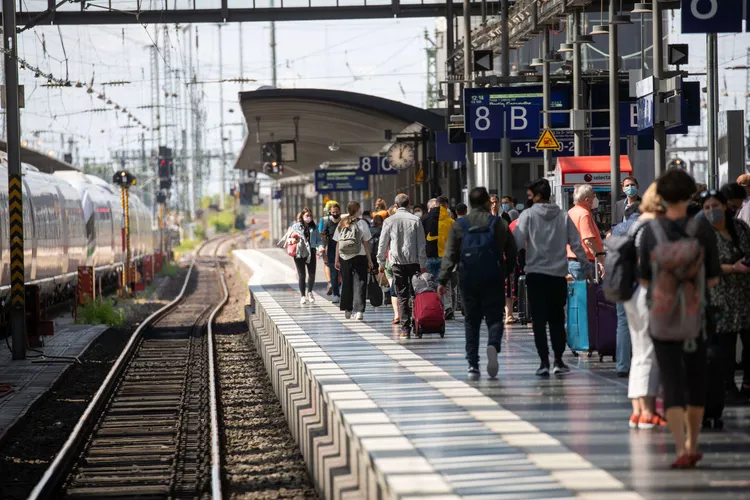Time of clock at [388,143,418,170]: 12:04
